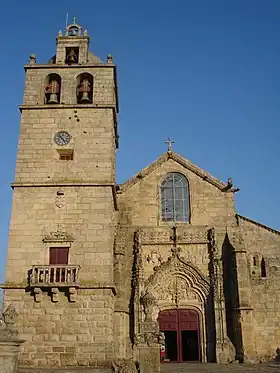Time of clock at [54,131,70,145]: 4:52
